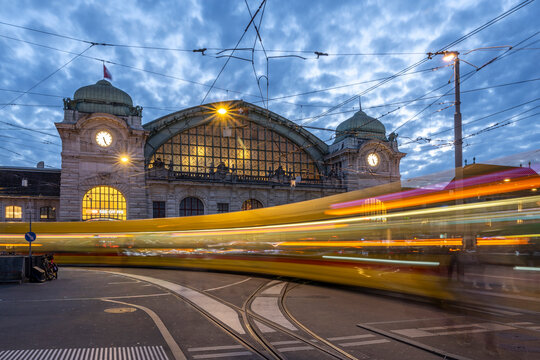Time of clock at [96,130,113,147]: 5:26
